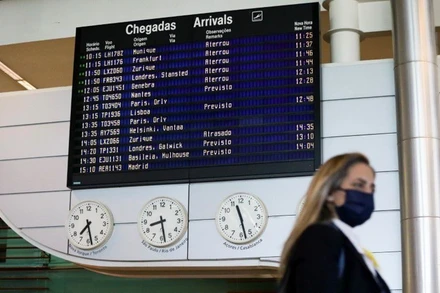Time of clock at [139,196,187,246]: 8:28
